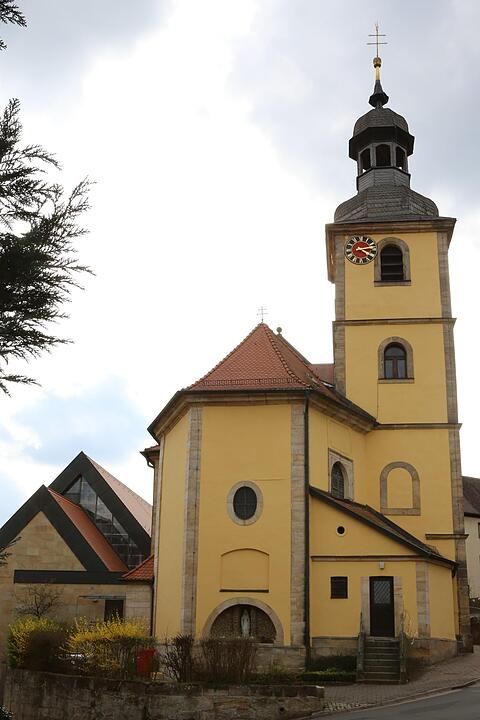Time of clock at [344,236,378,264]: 4:12
